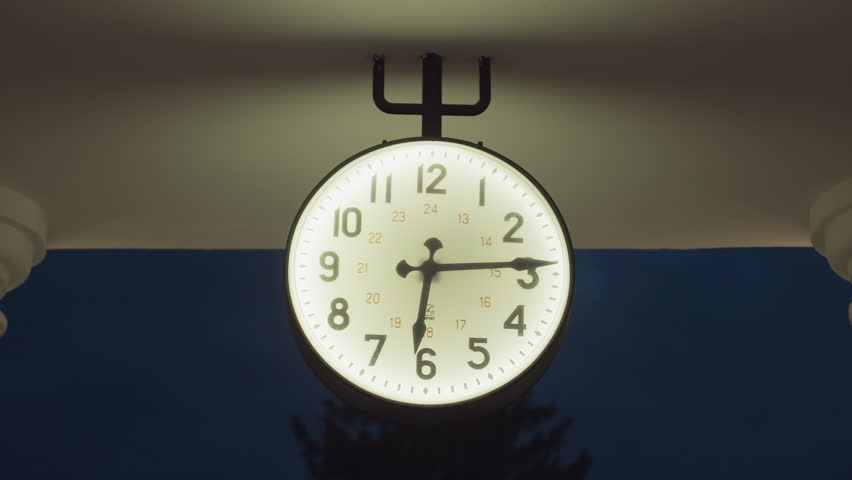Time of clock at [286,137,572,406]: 6:14
